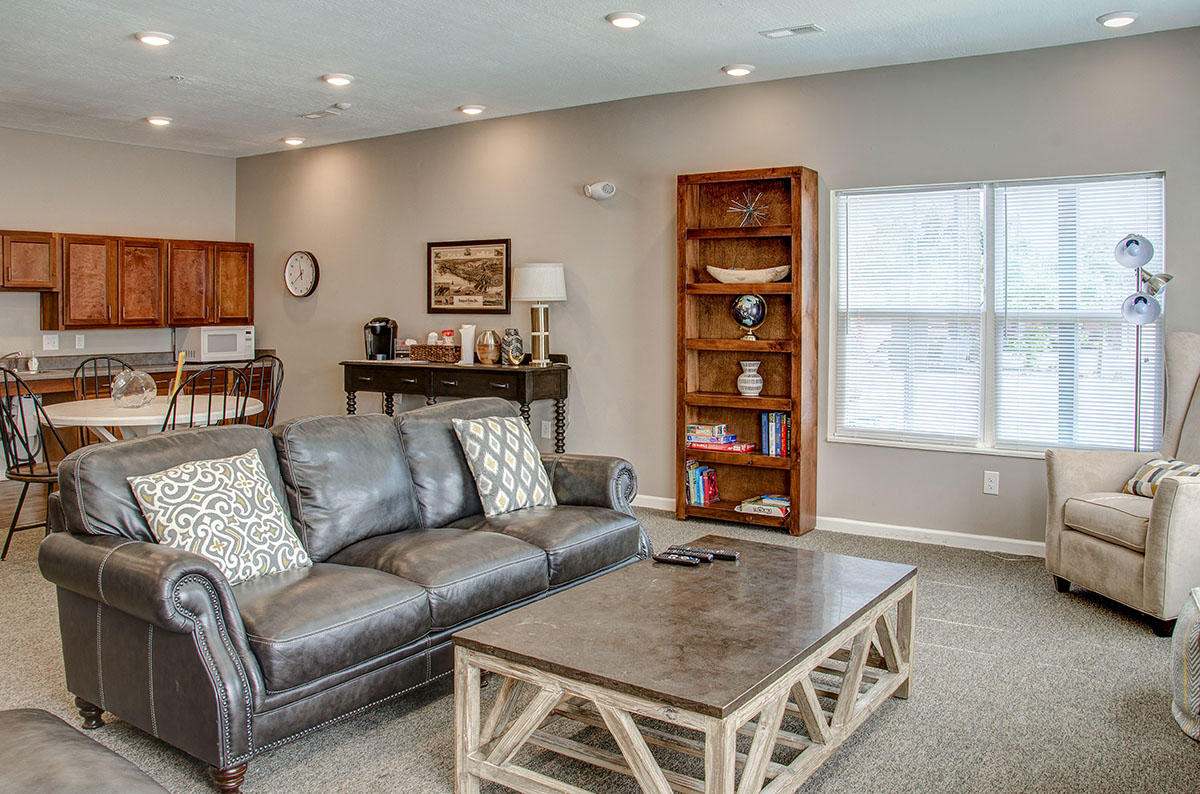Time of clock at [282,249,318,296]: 11:38
